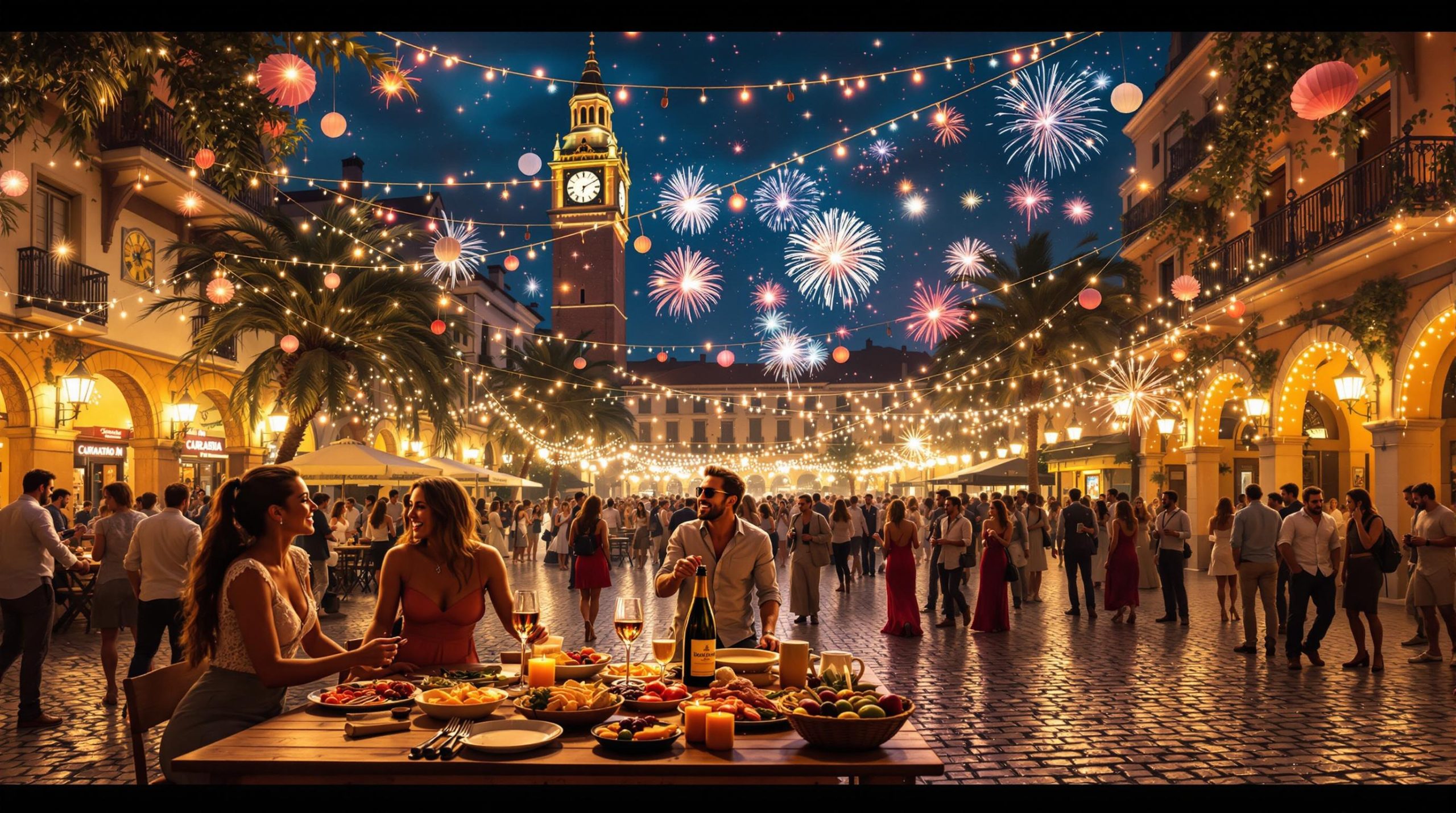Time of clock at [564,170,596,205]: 6:10
